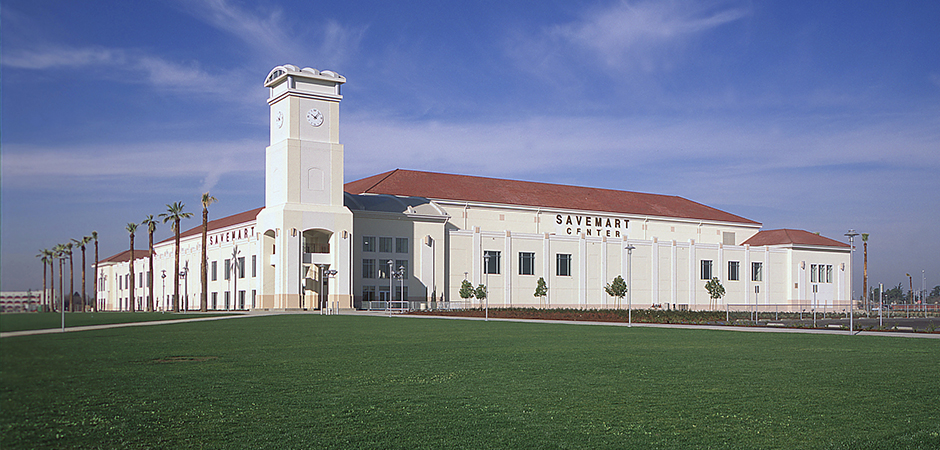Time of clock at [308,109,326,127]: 10:07
